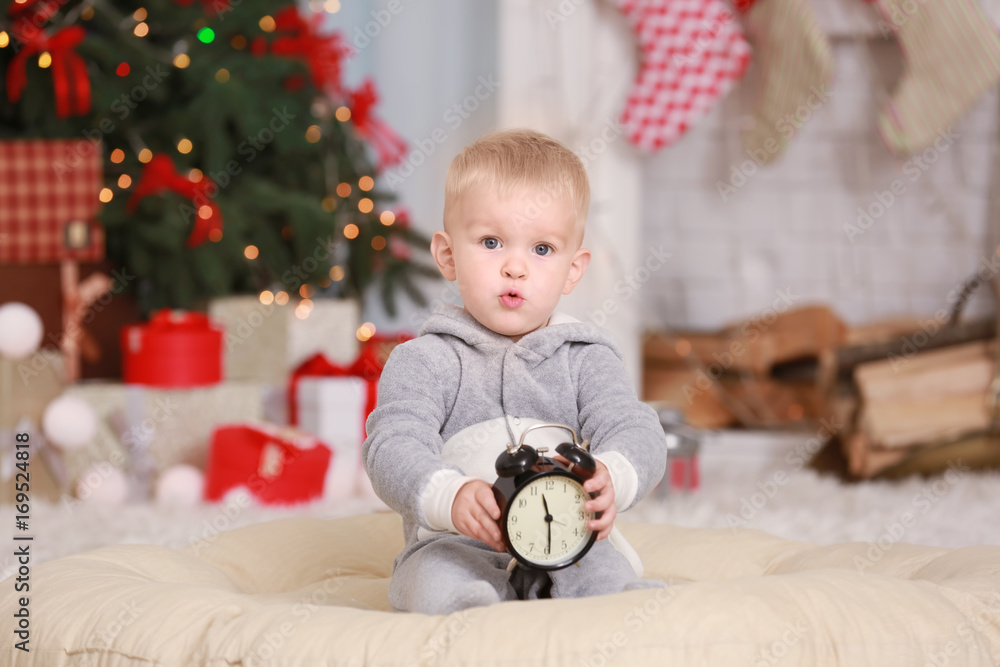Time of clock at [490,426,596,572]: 11:29
